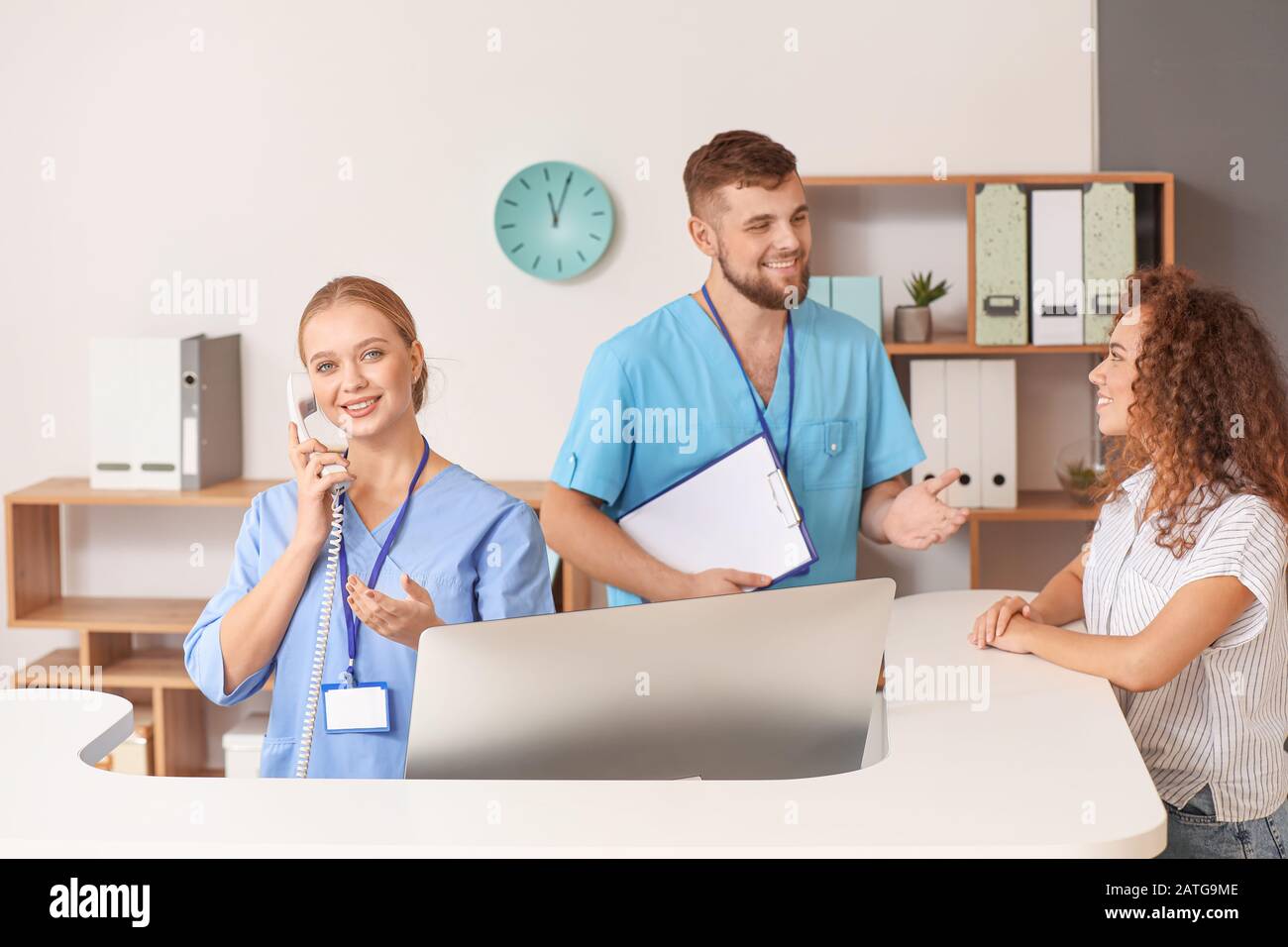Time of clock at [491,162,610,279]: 12:04
